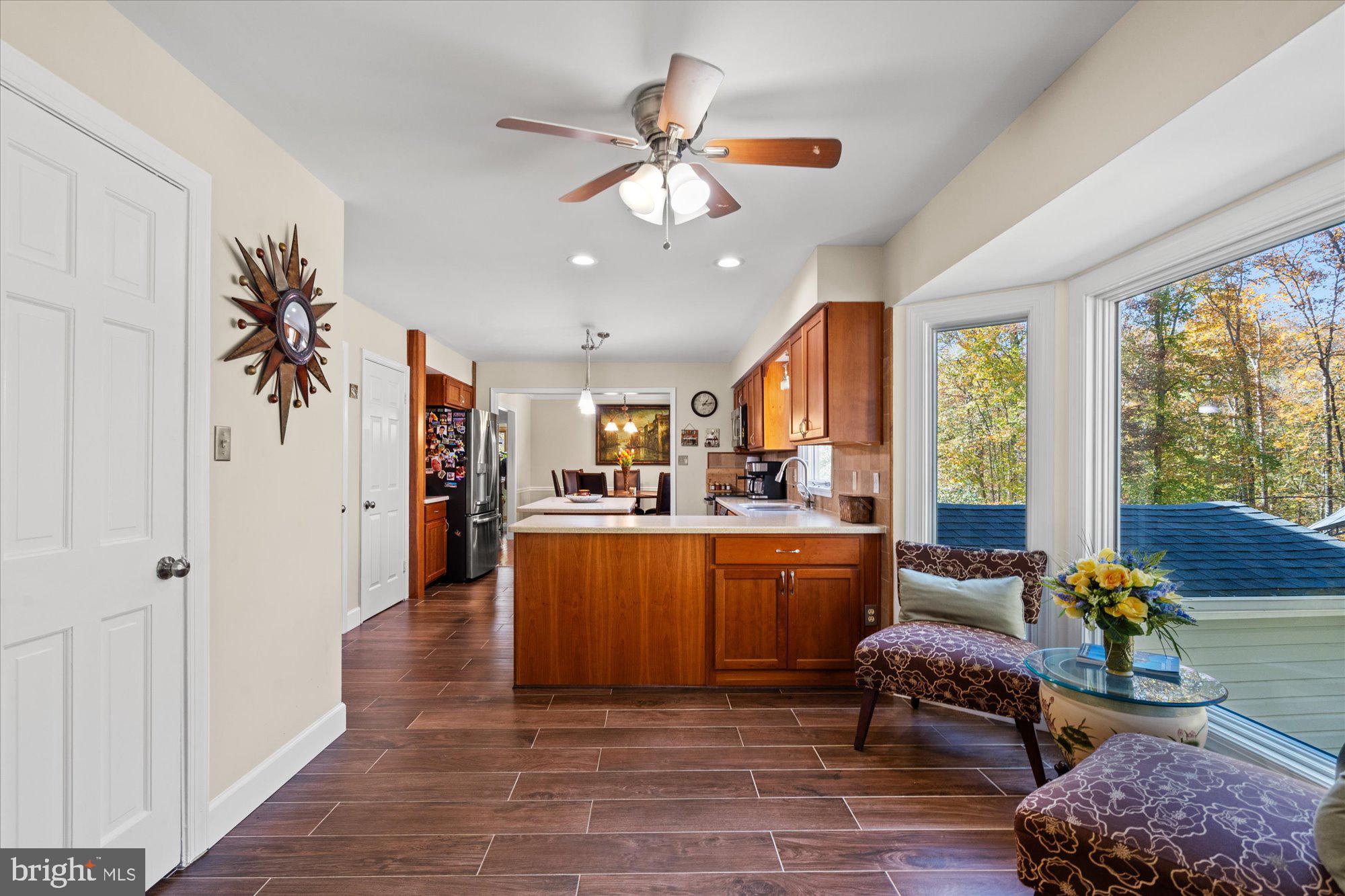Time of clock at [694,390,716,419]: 1:13
